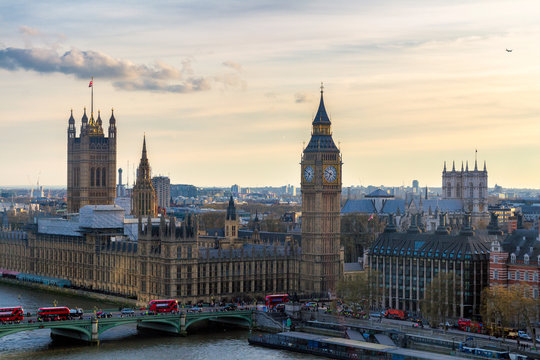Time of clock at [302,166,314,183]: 6:50
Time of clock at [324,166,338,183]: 6:49
